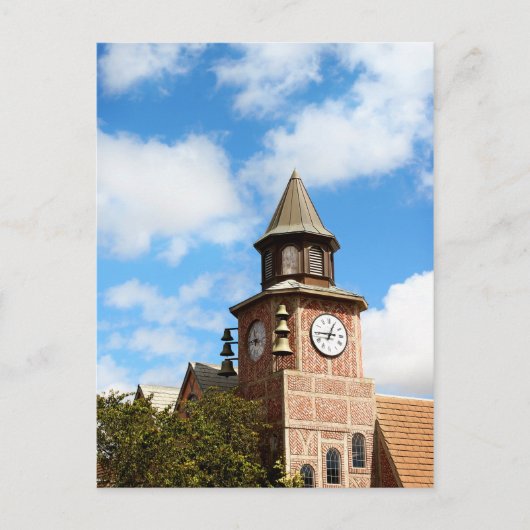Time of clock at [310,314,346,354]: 12:45
